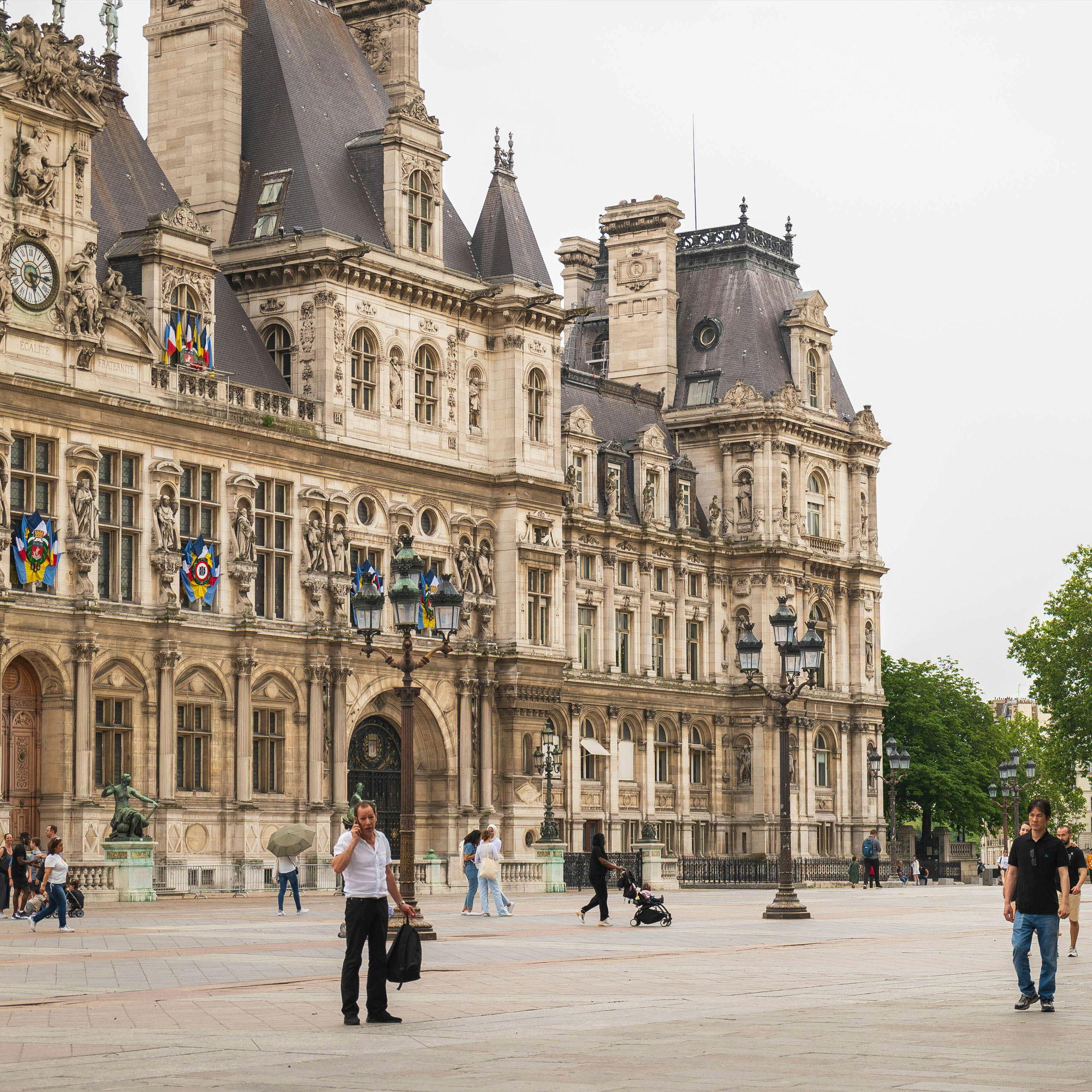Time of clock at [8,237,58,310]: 5:15
